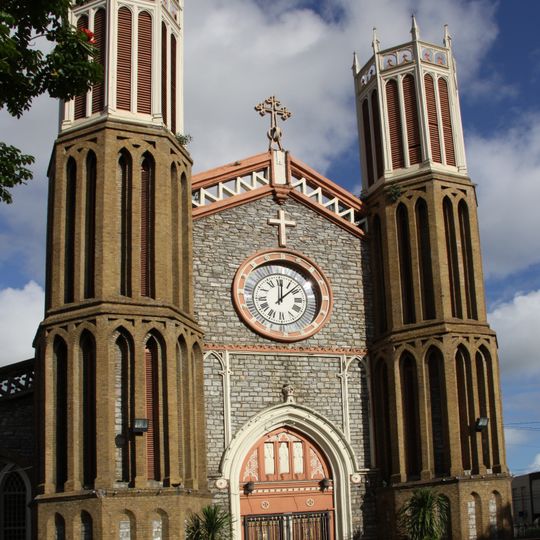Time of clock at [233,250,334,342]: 12:07
